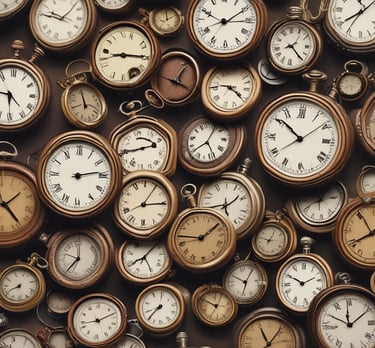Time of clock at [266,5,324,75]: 8:23
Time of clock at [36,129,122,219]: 2:13
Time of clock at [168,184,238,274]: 1:46
